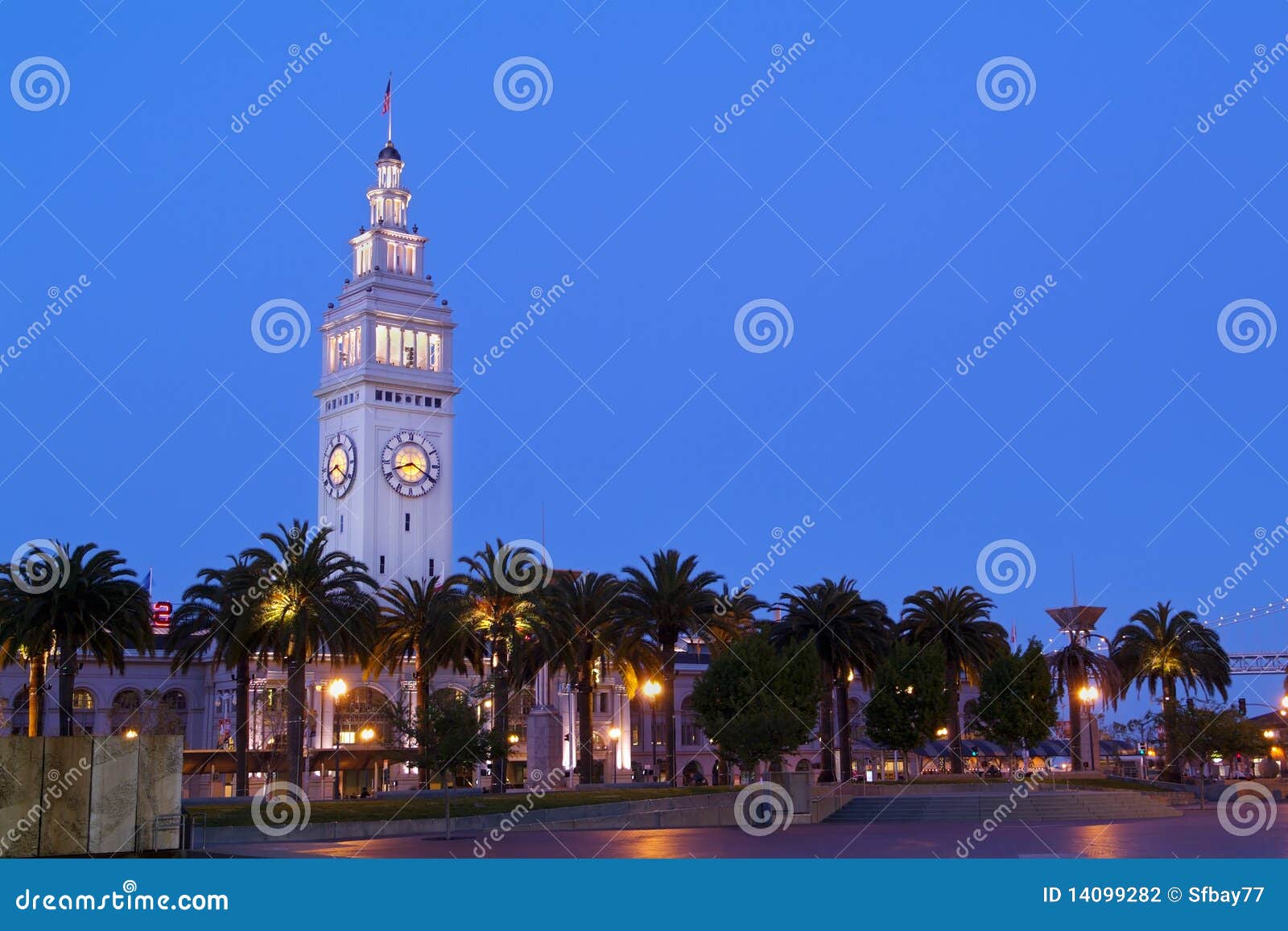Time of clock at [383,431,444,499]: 8:19
